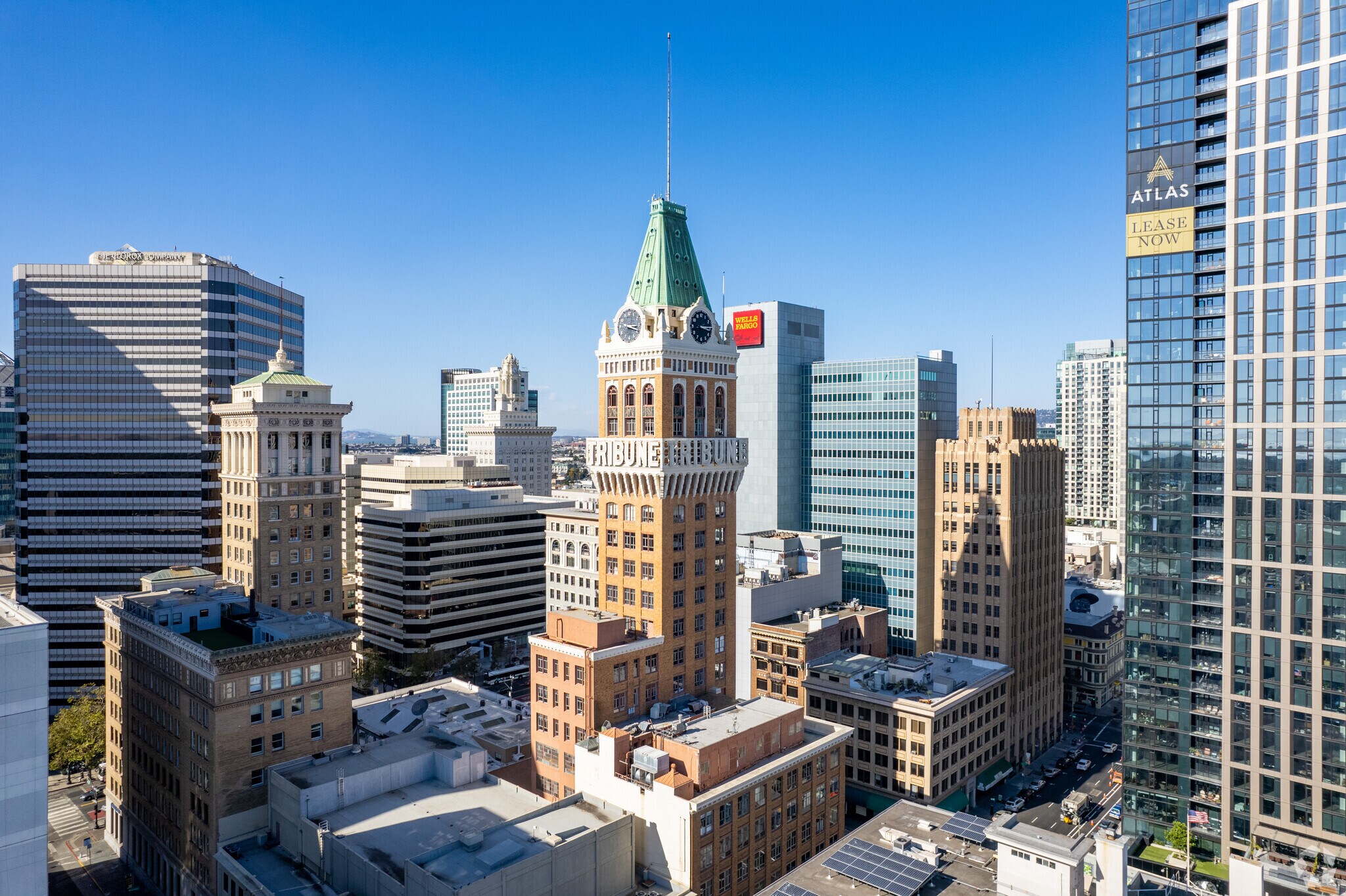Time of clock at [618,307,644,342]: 3:18
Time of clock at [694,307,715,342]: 3:14
